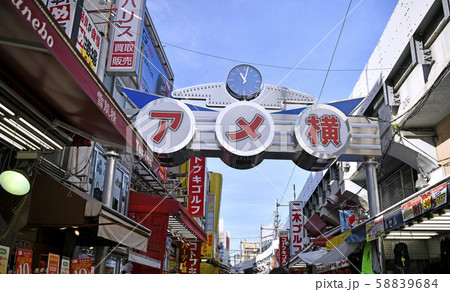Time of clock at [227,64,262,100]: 11:02
